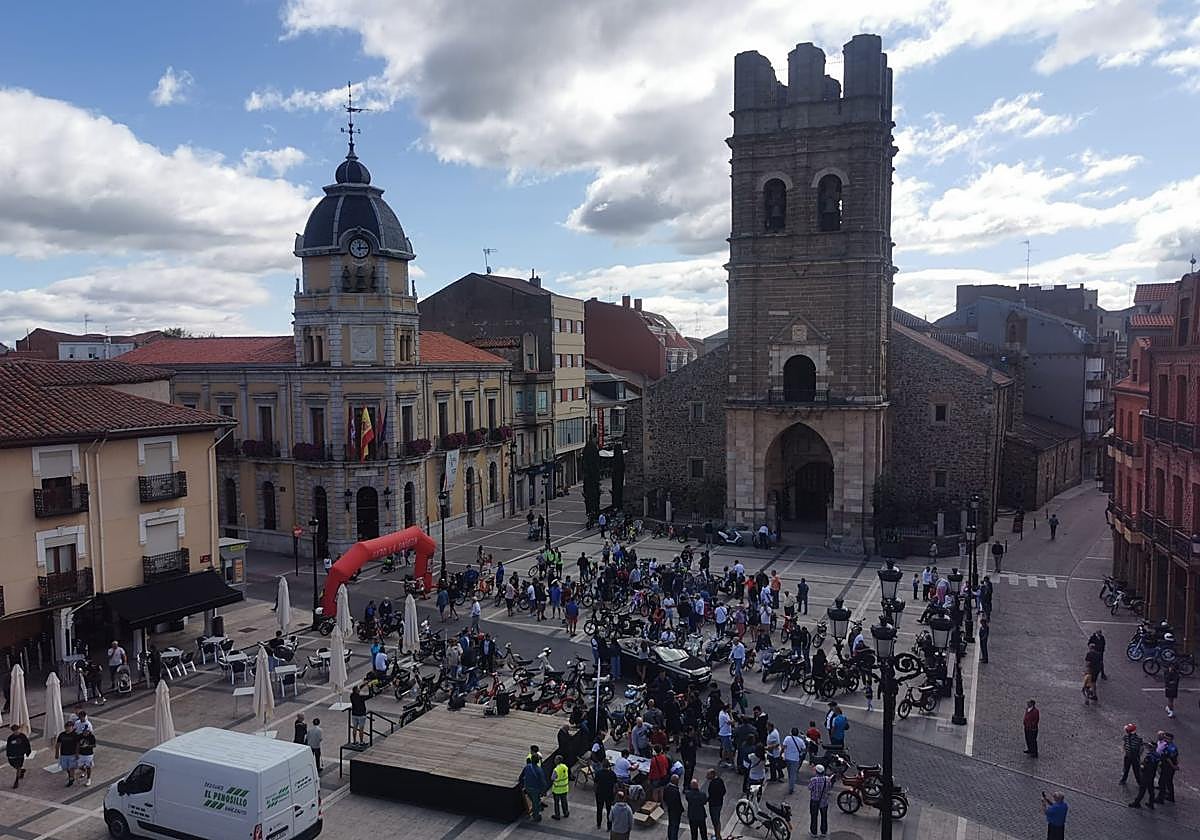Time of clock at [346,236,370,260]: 12:14
